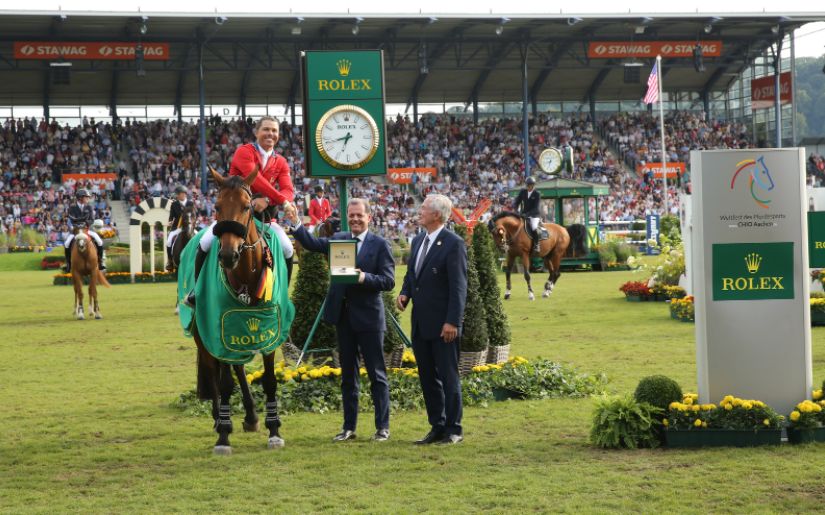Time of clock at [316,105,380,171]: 6:42
